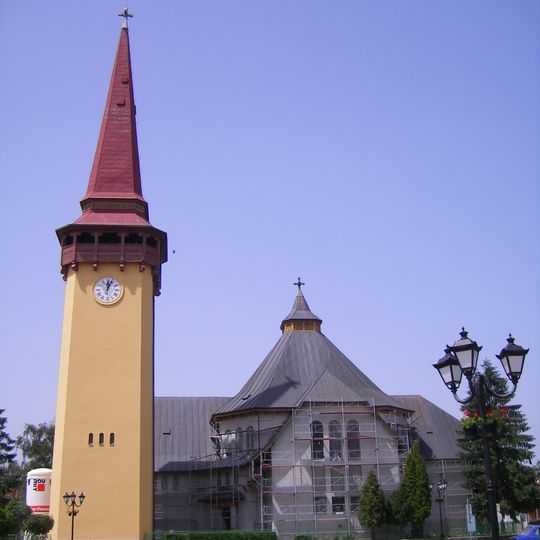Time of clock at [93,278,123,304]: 12:03
